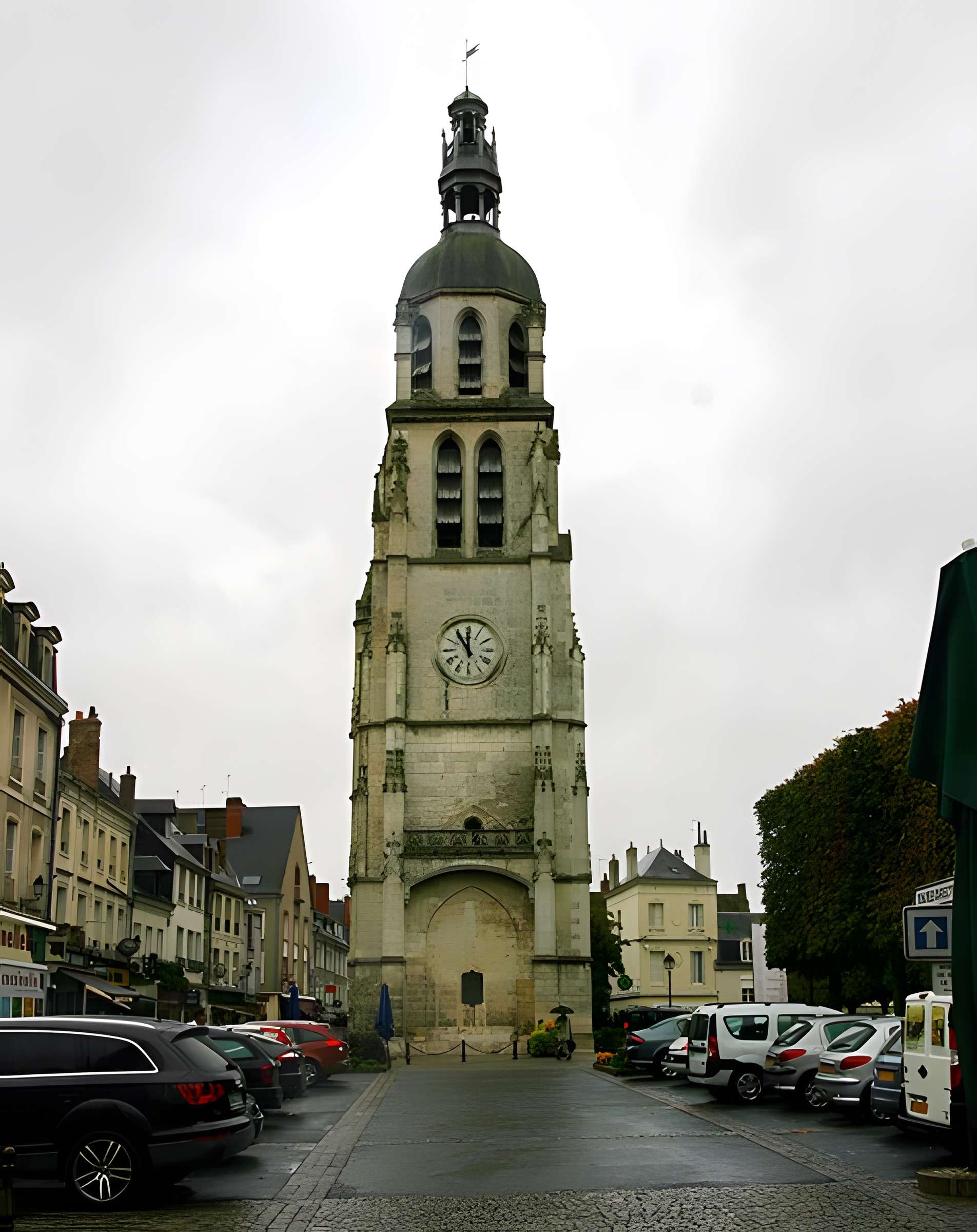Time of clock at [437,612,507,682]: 11:00
